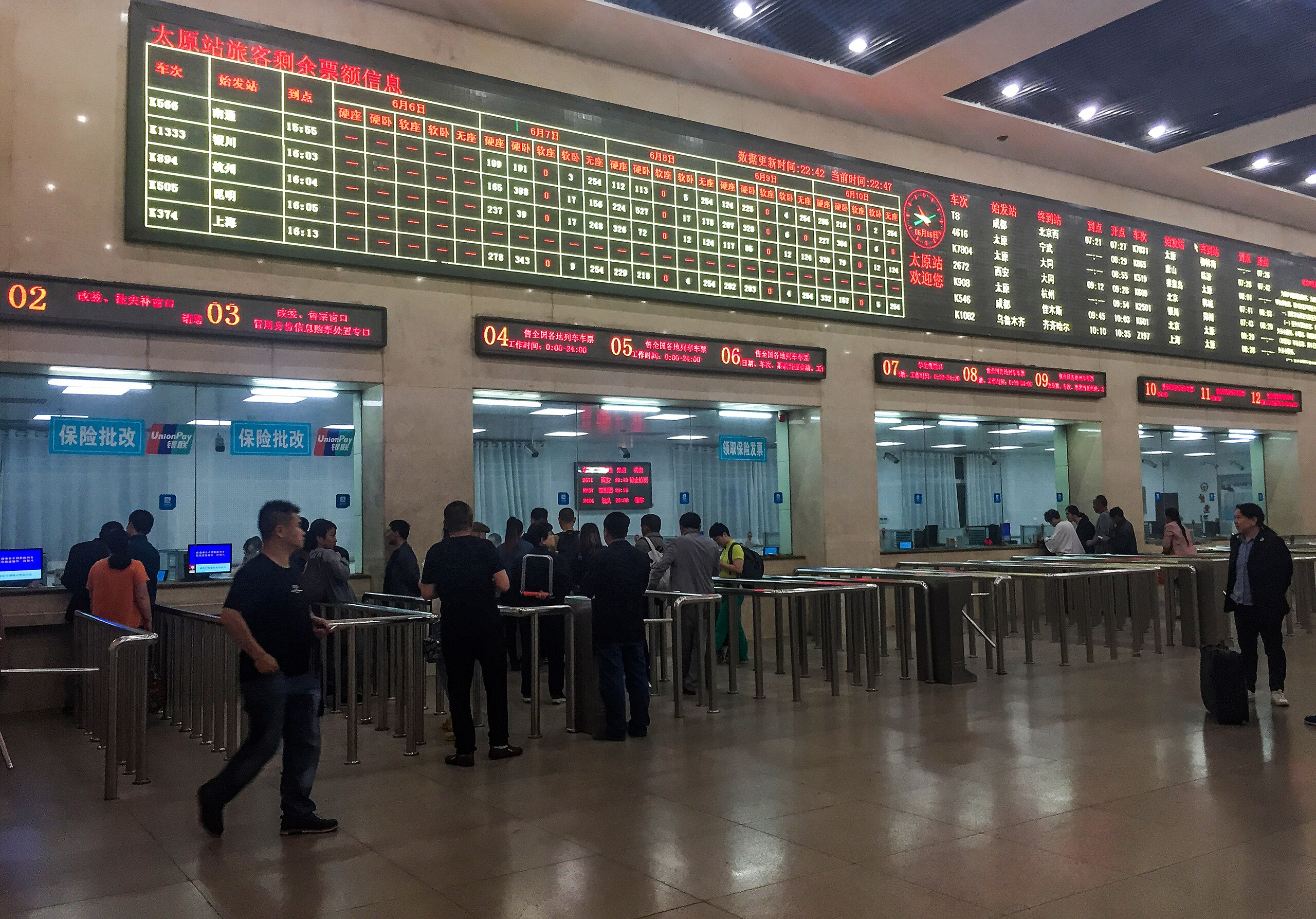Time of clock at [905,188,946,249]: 10:46
